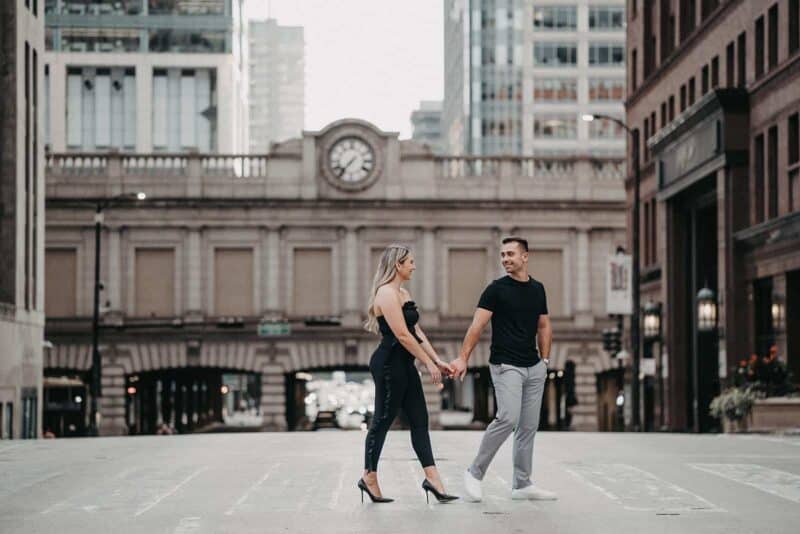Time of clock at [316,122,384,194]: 7:36
